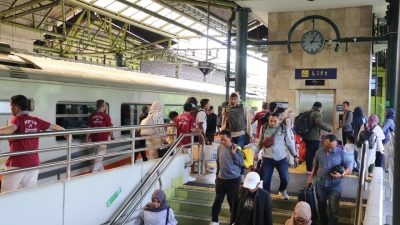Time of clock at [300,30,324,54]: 3:04
